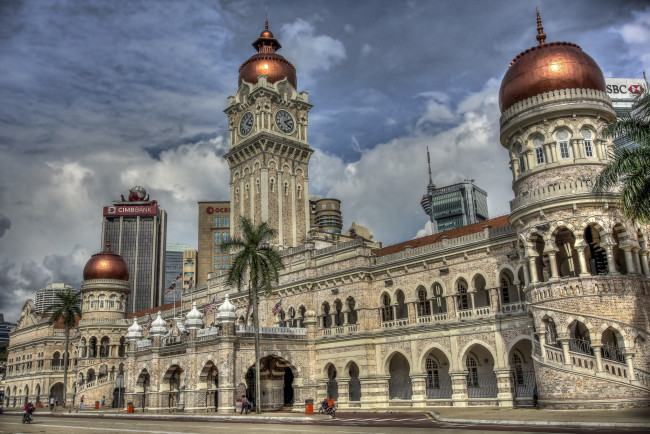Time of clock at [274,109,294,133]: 4:10
